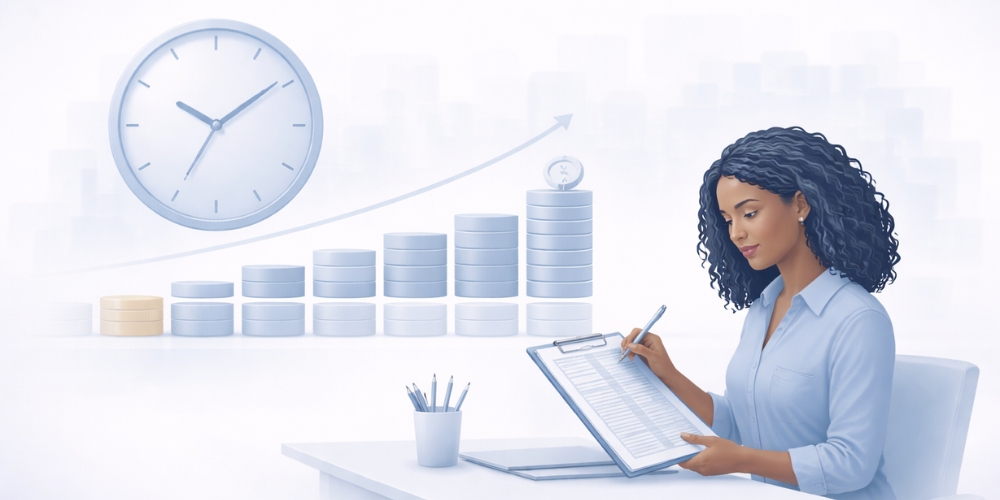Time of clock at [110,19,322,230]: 10:09
